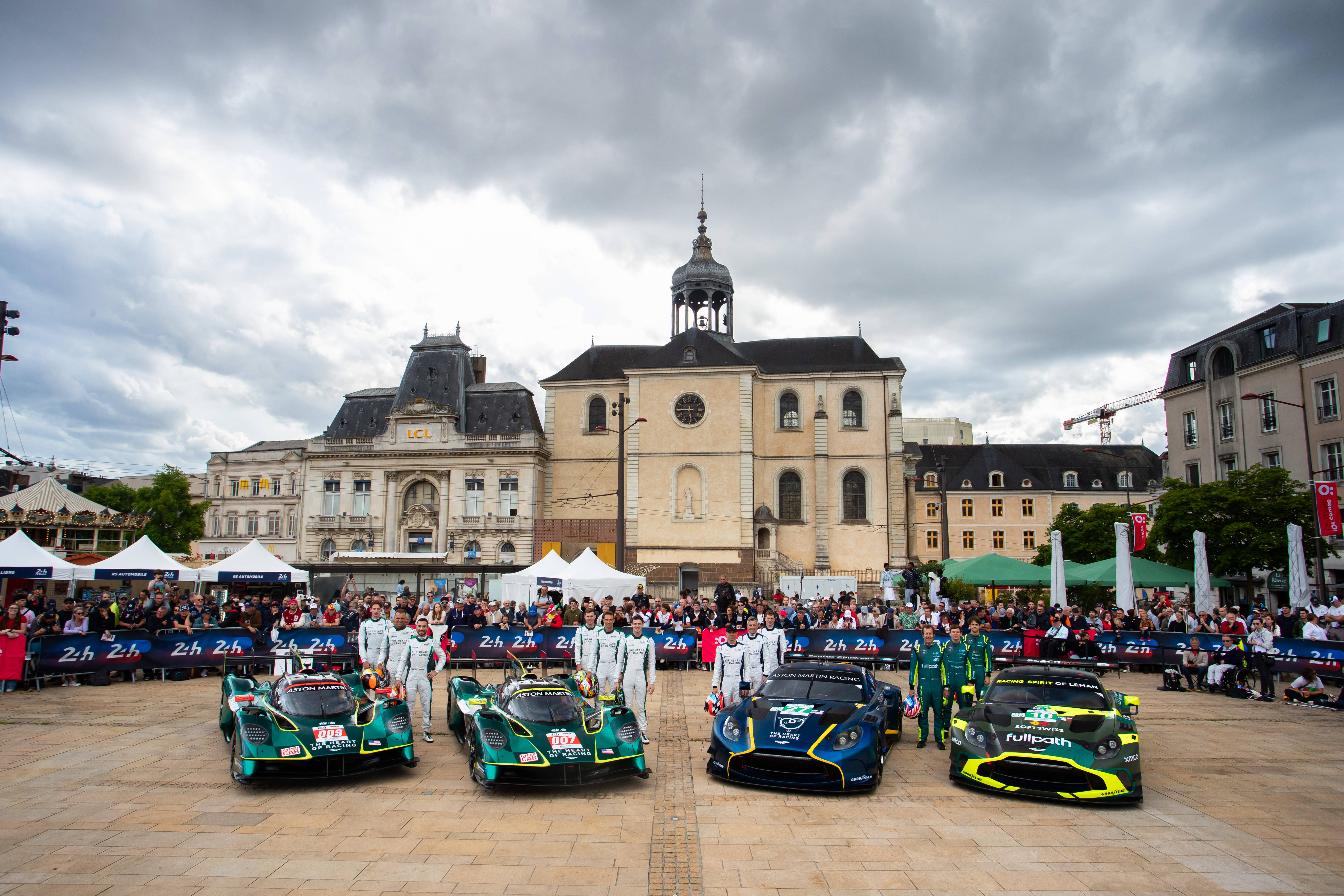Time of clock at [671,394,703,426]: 5:44
